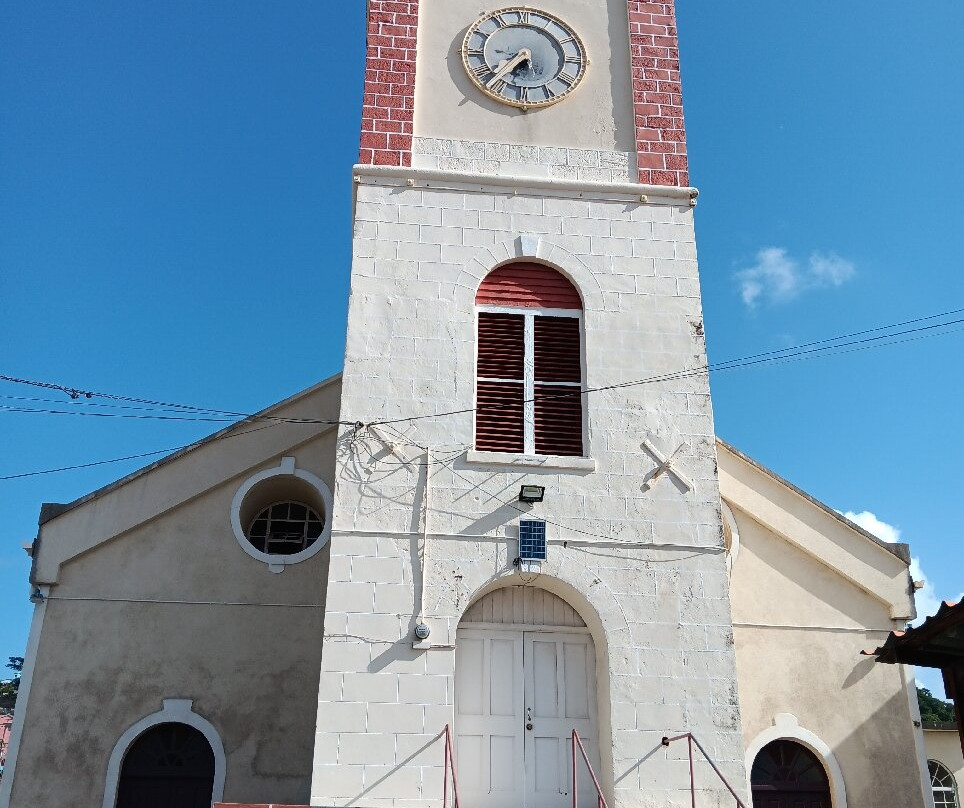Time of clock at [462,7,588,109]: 7:36
